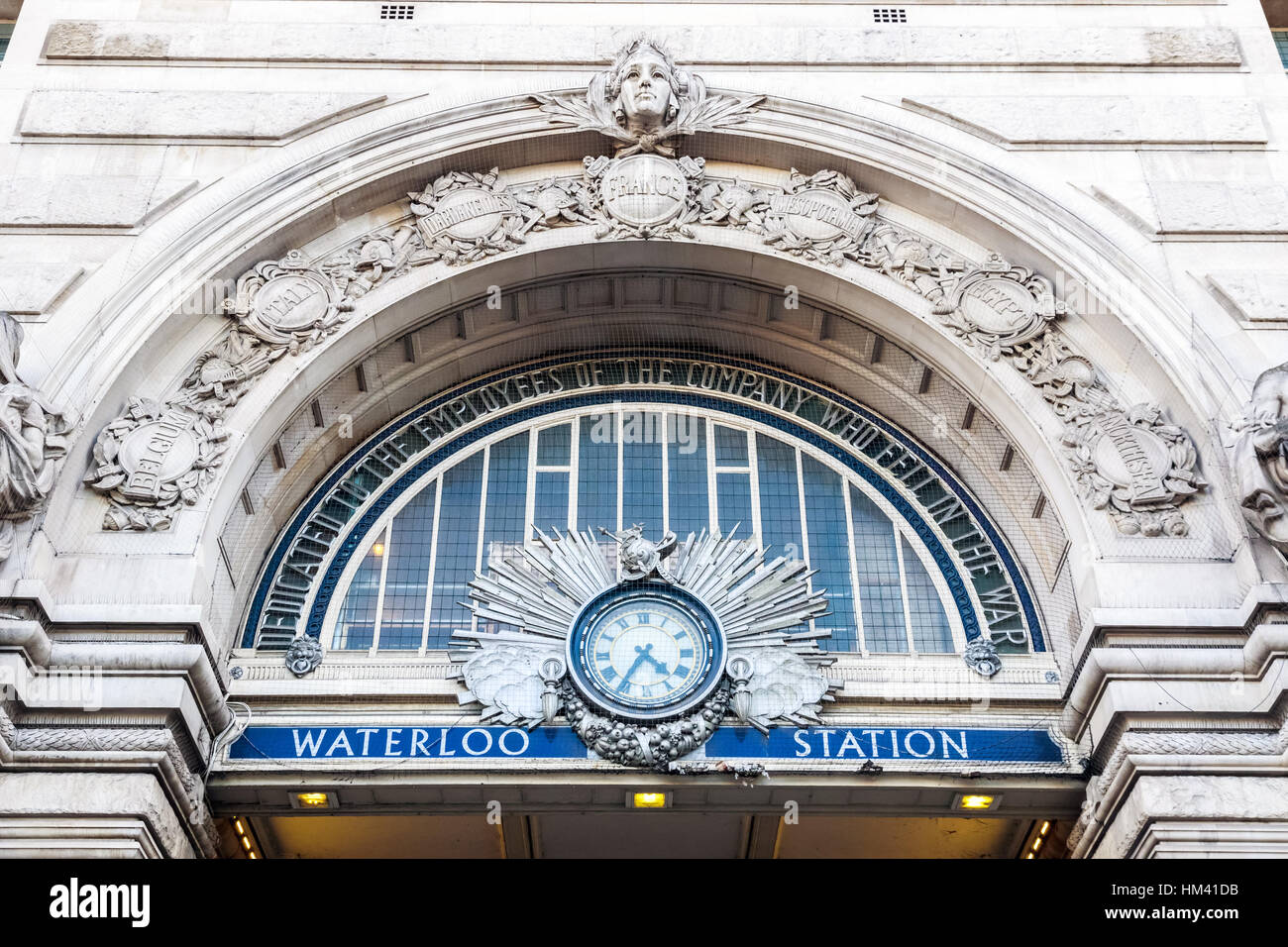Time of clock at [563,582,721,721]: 4:35
